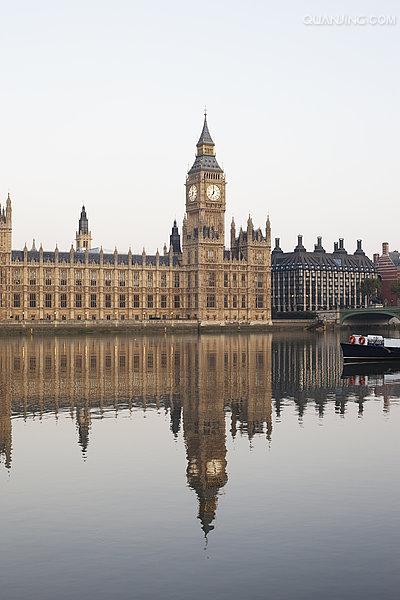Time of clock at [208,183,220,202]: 7:00
